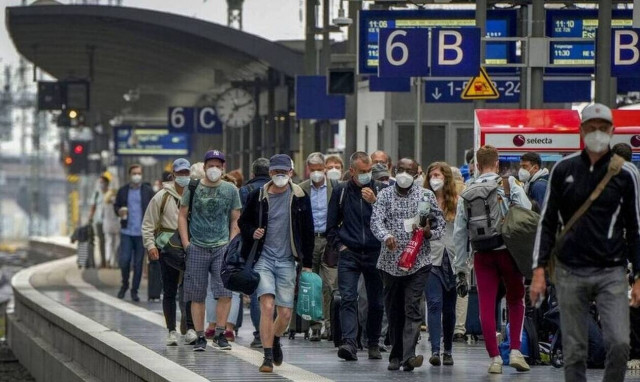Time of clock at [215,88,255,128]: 7:11
